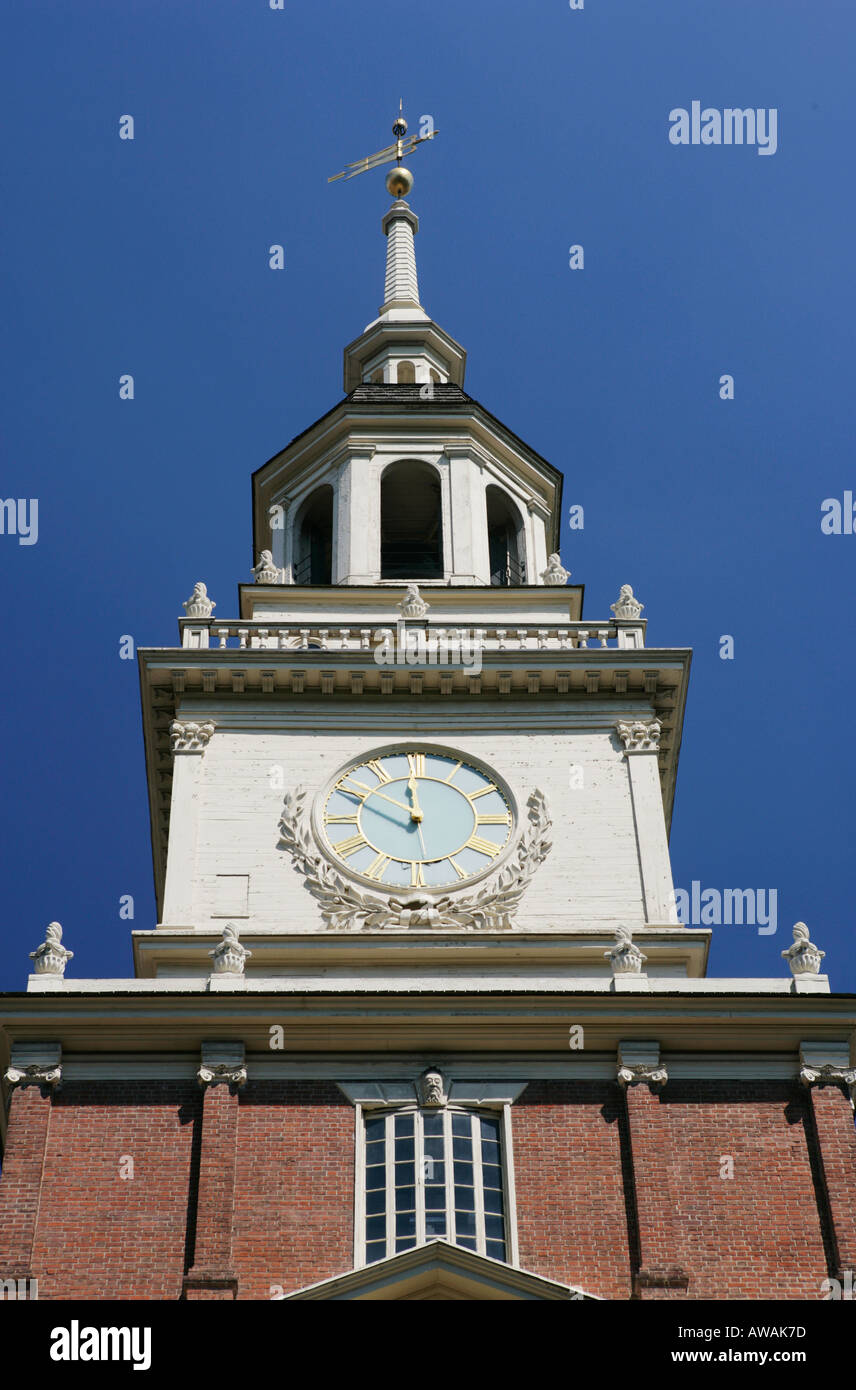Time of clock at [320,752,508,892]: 11:49
